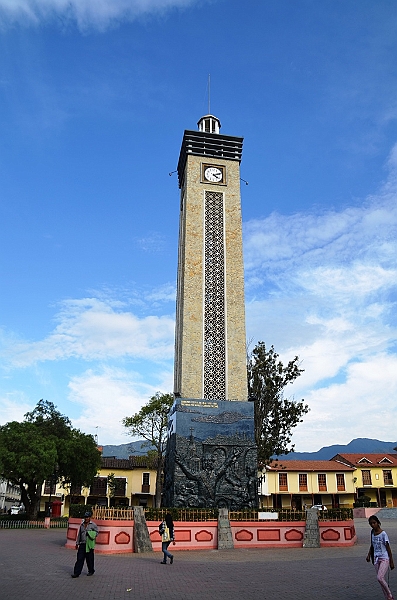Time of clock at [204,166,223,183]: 4:12
